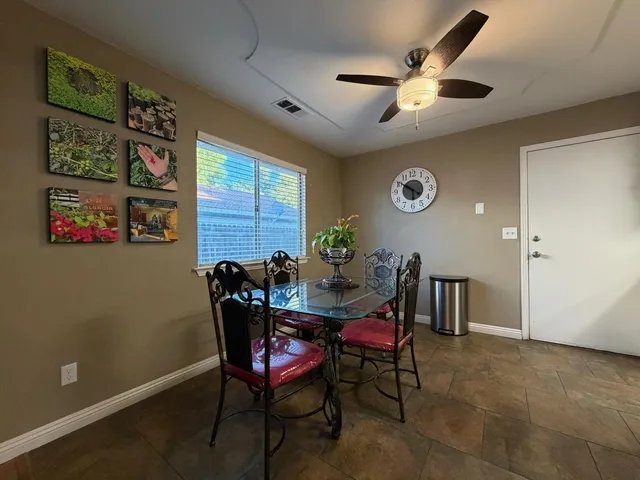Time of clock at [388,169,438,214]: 5:50
